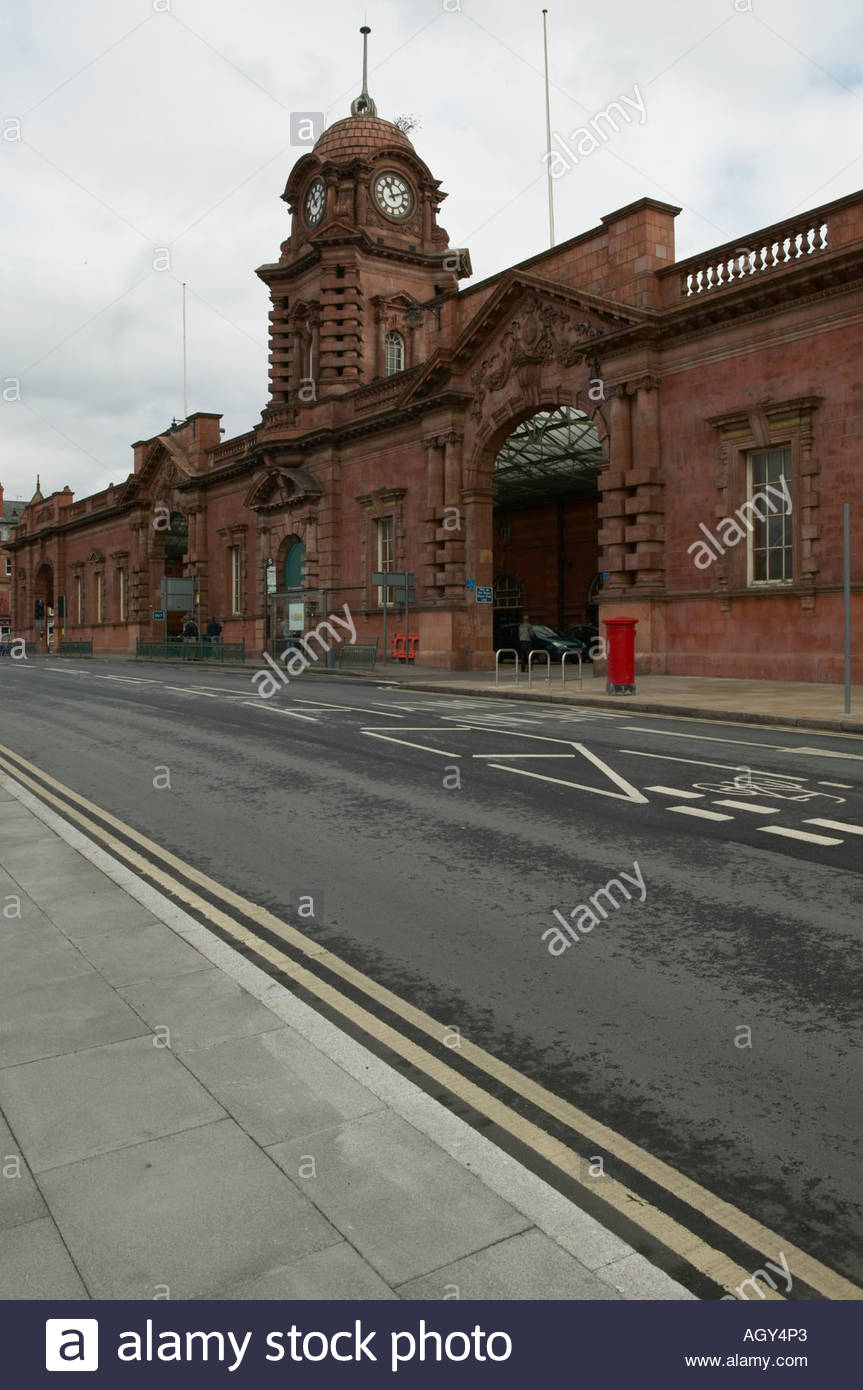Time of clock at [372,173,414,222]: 11:11
